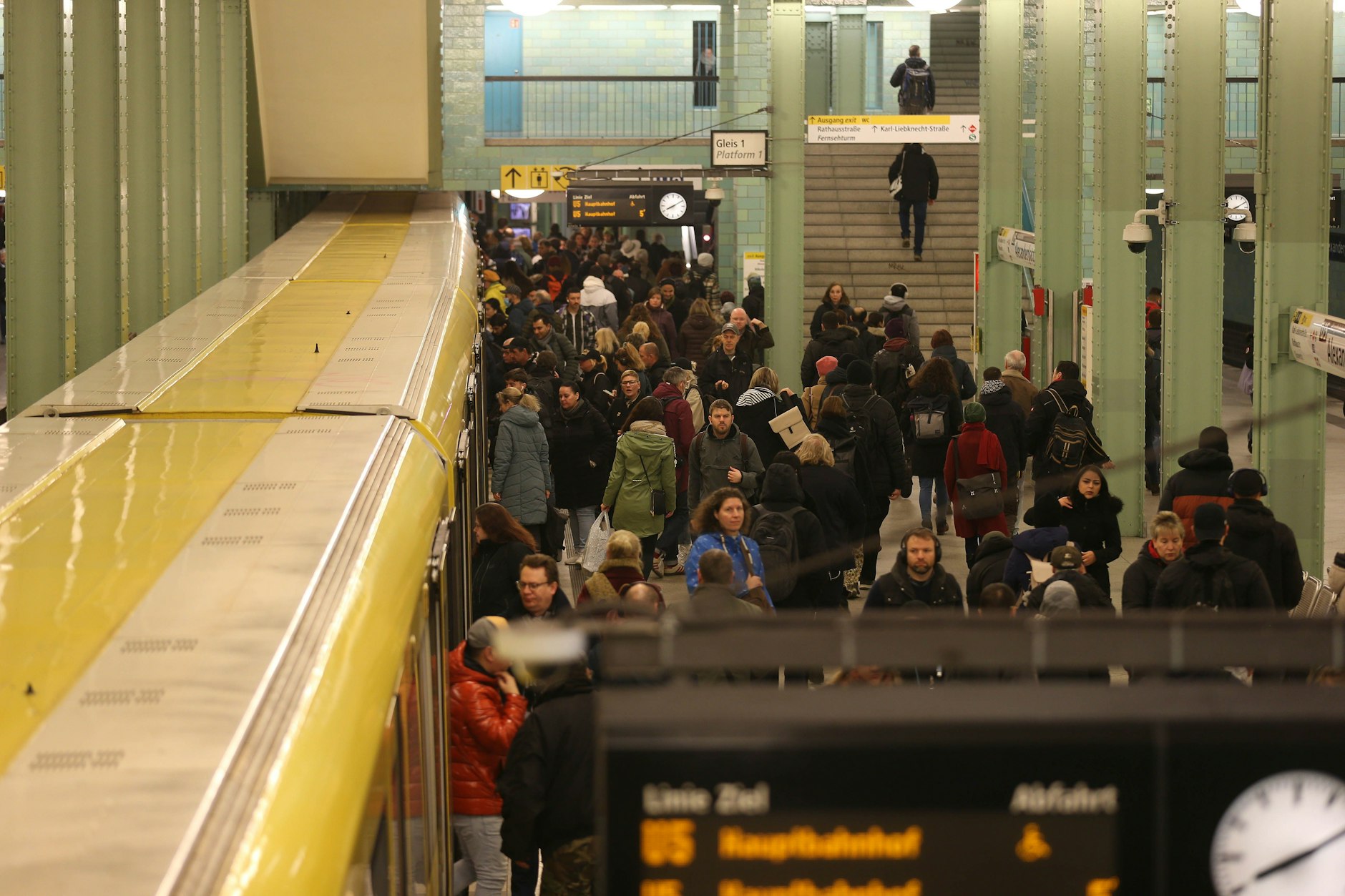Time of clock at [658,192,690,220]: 8:09
